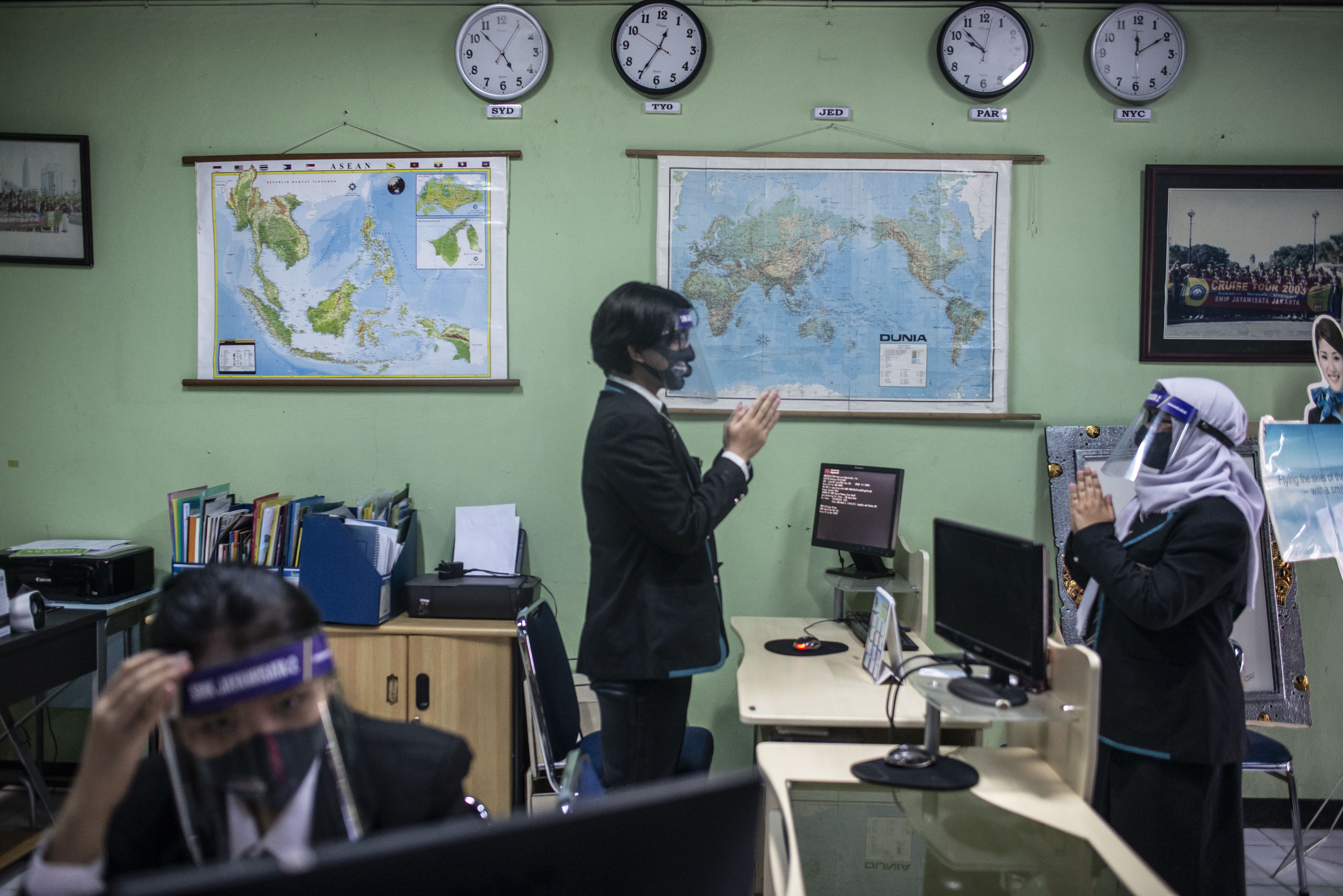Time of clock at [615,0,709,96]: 12:34
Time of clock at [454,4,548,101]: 4:52
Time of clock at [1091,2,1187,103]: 12:09
